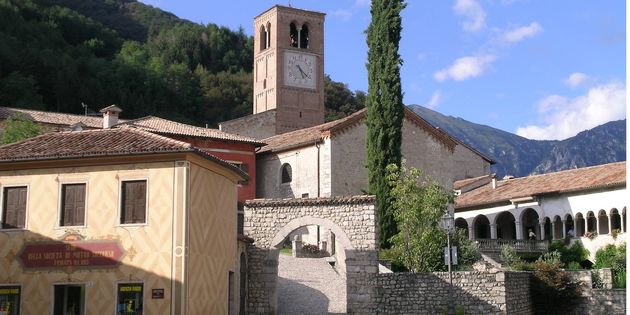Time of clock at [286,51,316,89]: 5:21
